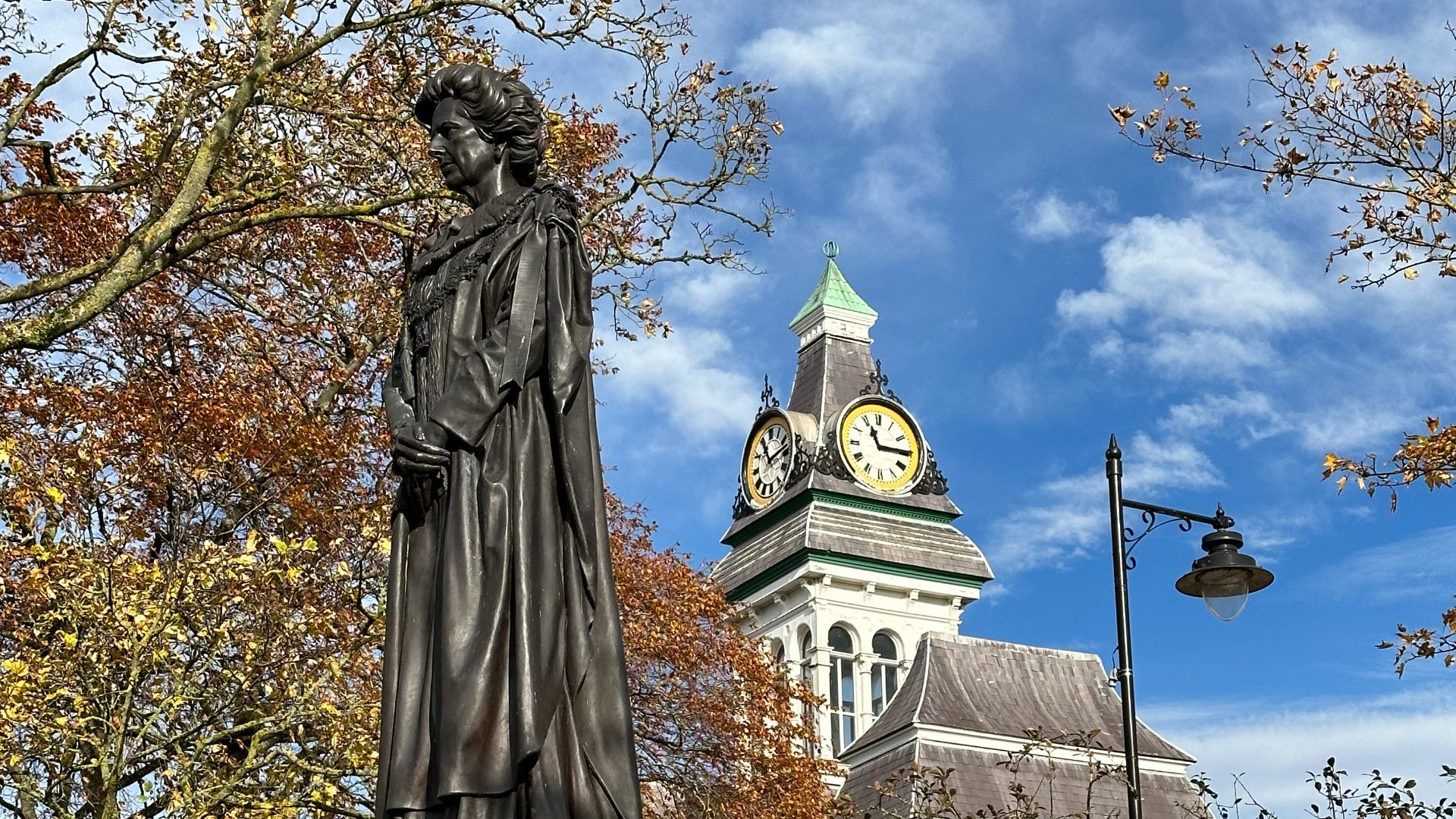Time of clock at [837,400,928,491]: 11:14
